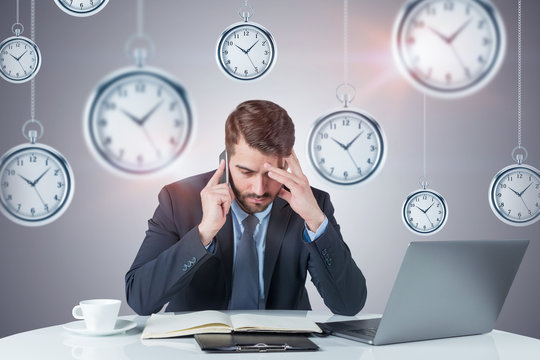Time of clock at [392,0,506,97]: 10:07
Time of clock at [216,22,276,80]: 10:07
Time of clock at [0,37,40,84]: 10:07
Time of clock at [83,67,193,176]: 10:07
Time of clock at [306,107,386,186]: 10:07
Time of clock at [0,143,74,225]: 10:07
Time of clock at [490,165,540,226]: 10:07
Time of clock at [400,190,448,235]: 10:07
